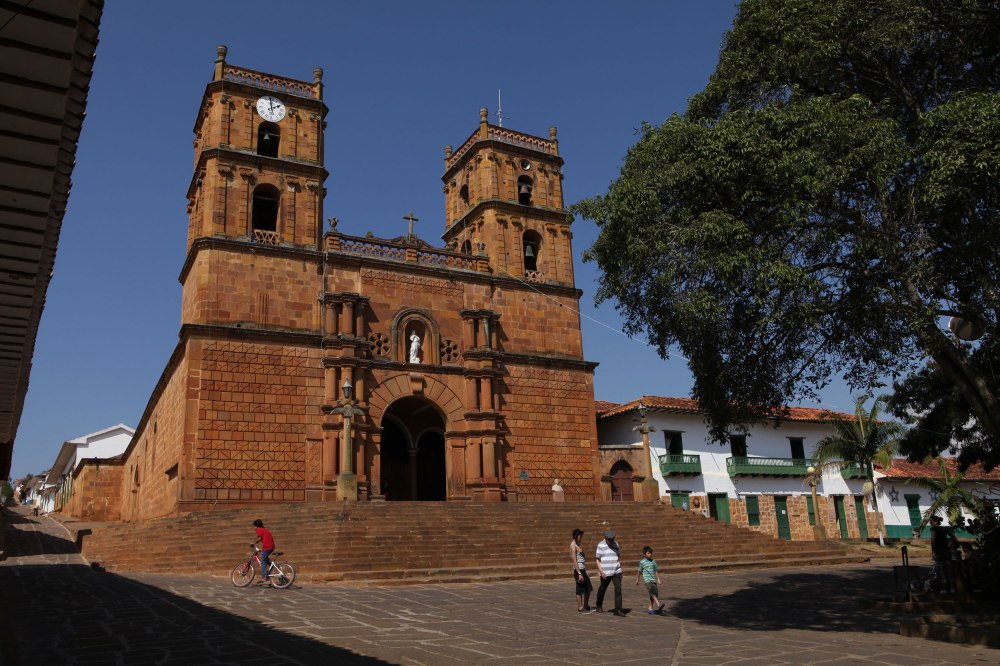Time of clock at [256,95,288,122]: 2:00
